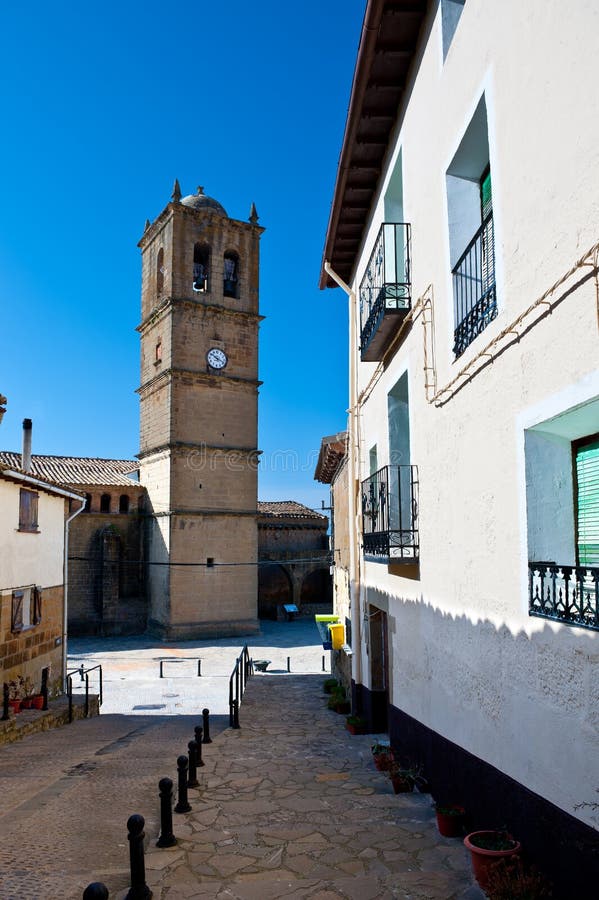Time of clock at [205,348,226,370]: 3:50
